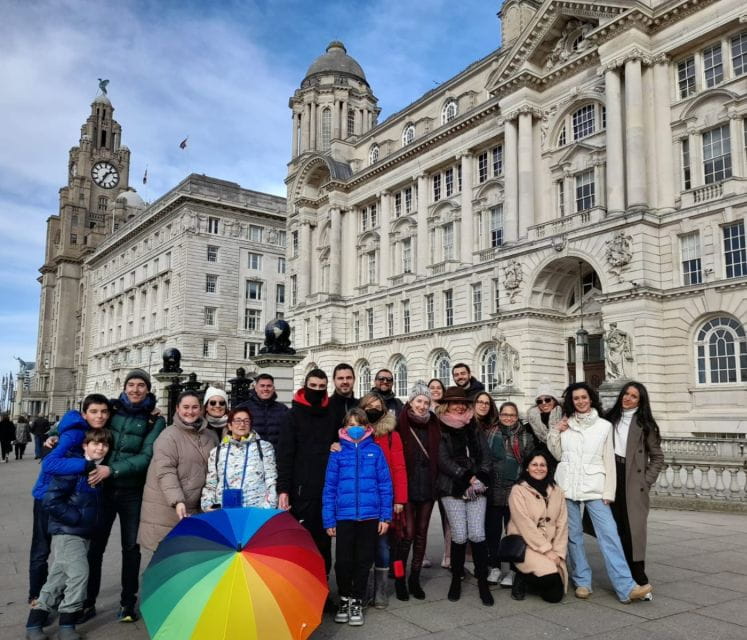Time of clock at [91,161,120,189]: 1:34
